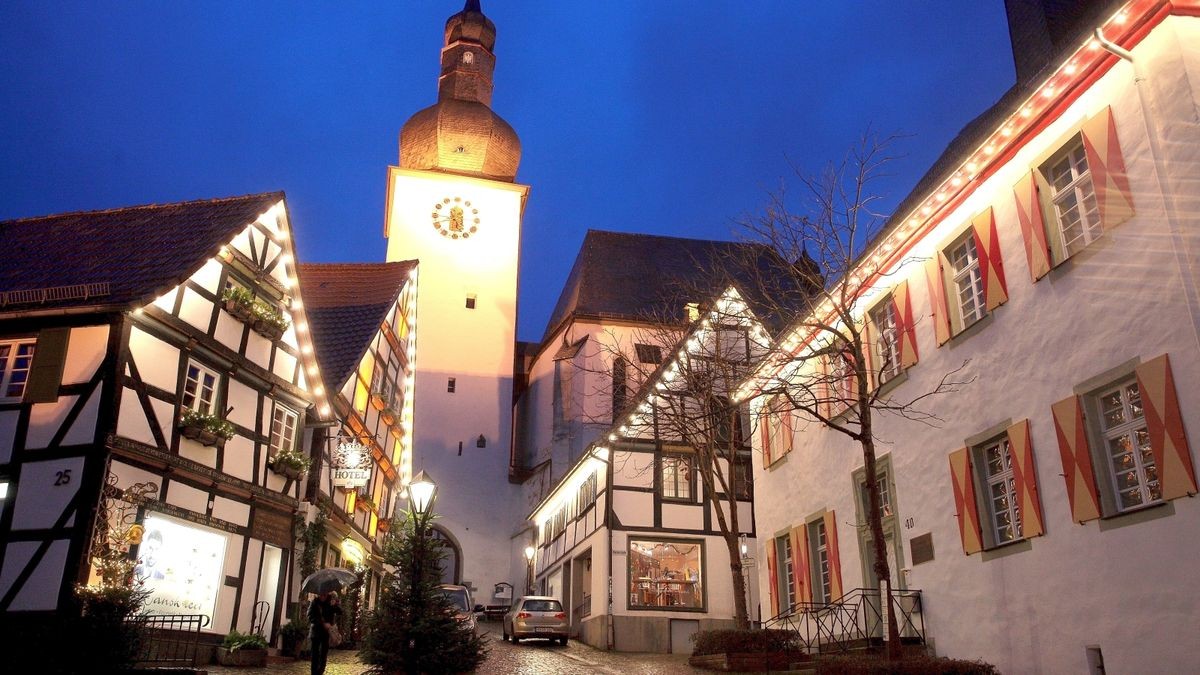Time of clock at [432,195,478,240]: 5:41
